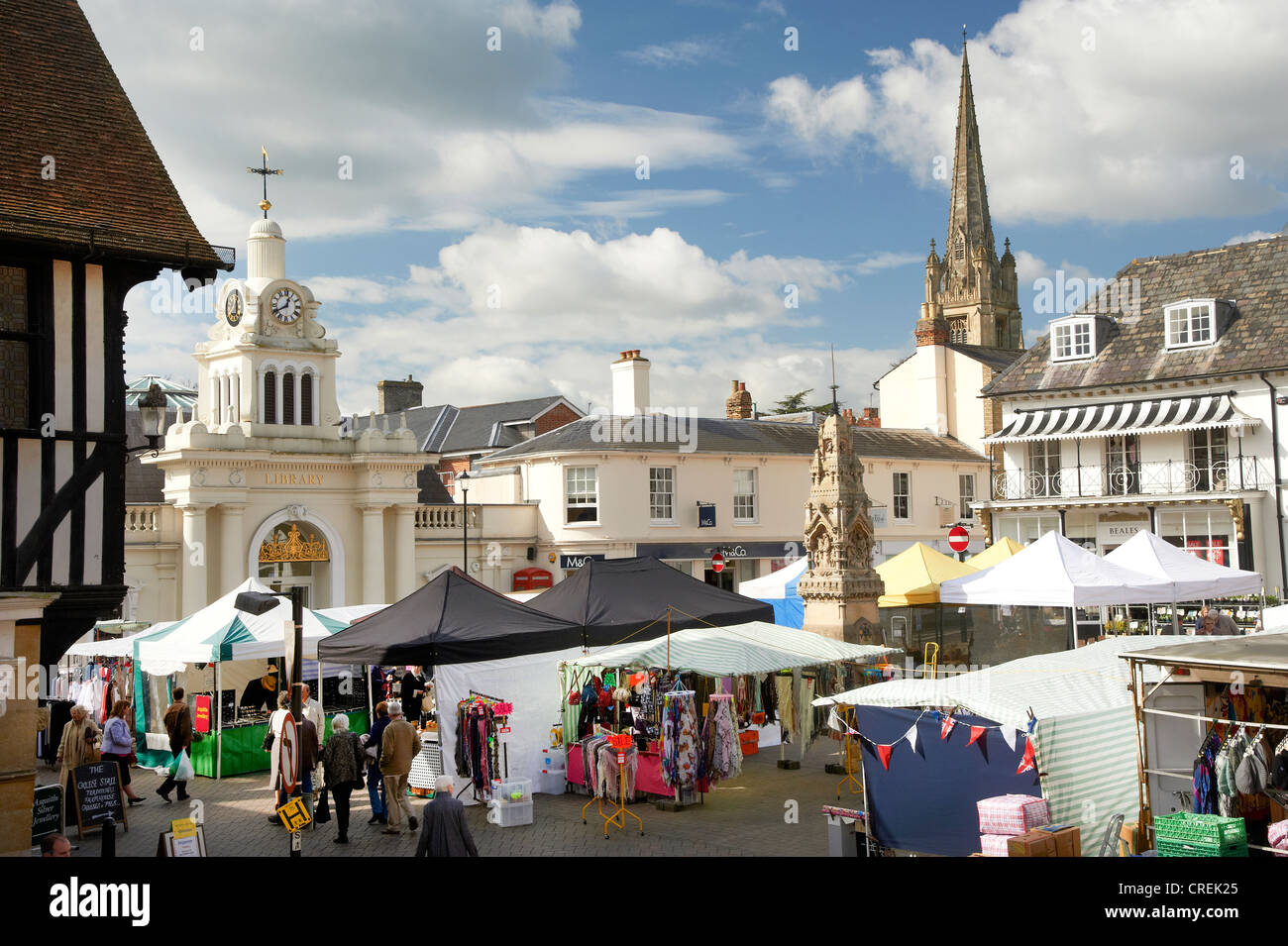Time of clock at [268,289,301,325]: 12:40
